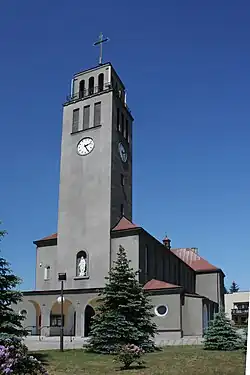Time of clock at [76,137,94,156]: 2:25
